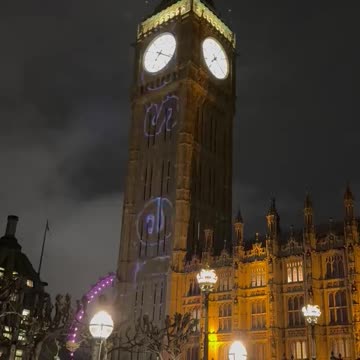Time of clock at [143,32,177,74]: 7:20
